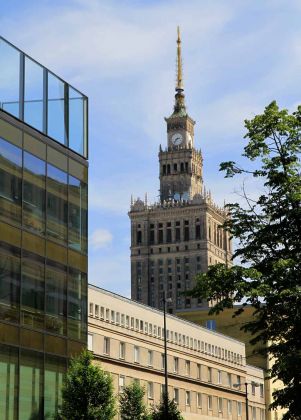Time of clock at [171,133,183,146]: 2:36
